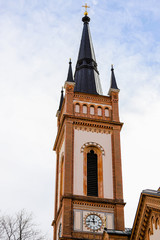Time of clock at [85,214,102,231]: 11:46
